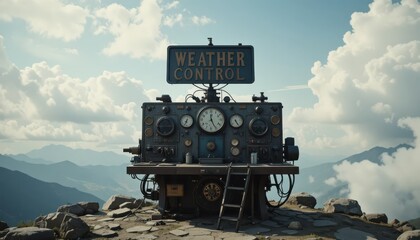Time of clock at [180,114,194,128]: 12:34
